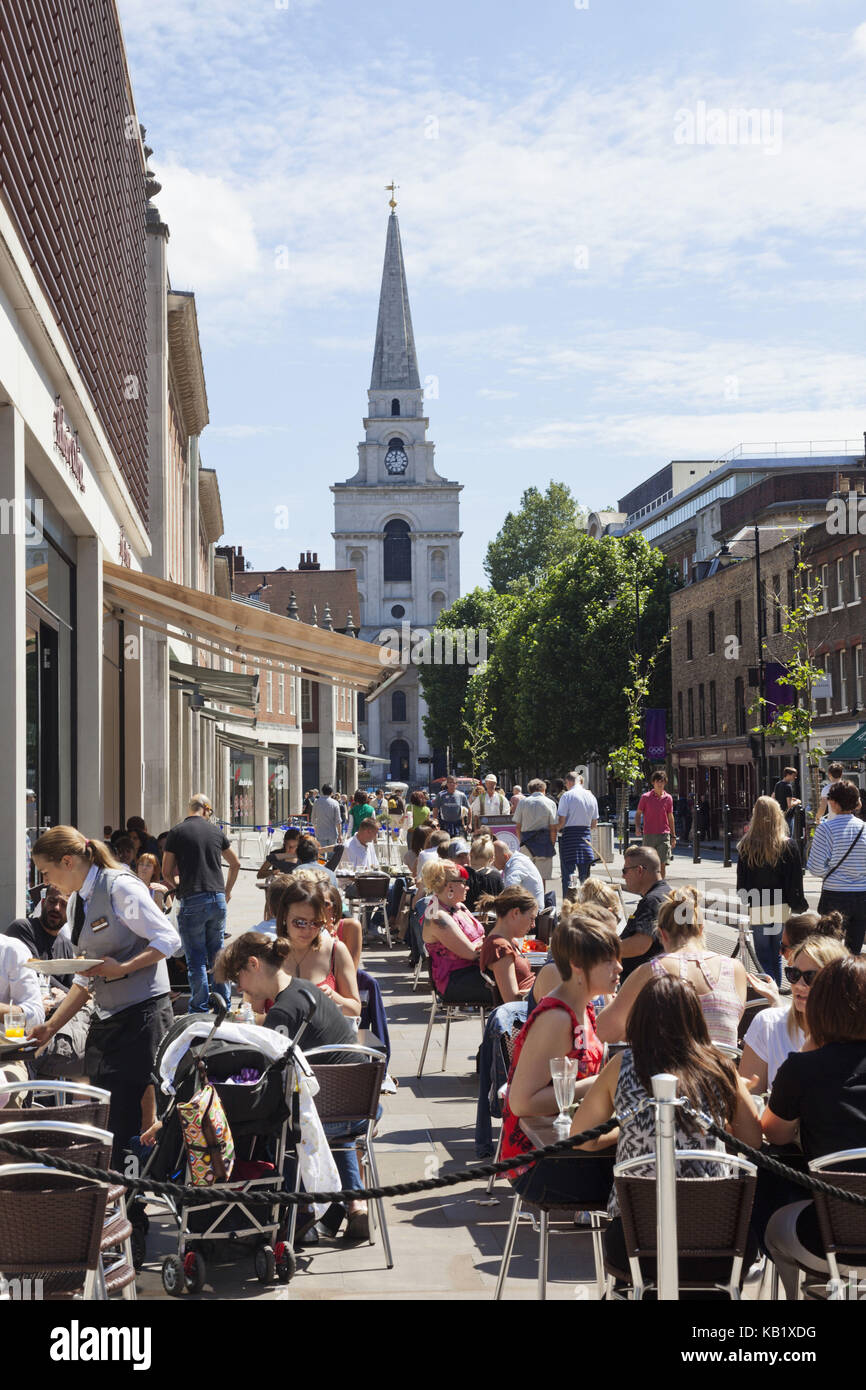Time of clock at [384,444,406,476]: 11:42
